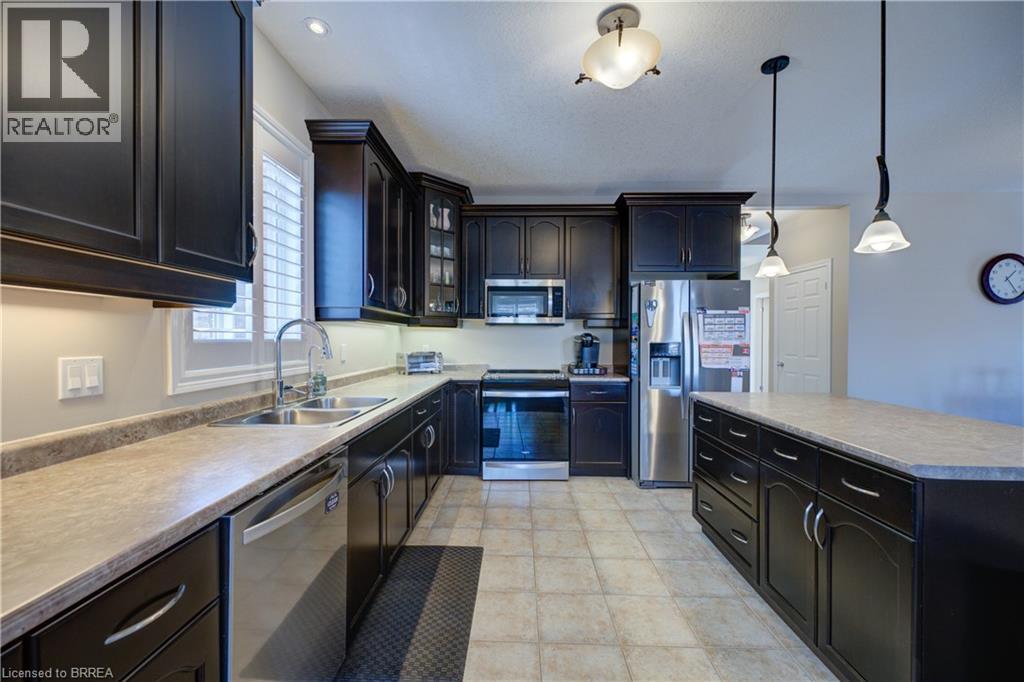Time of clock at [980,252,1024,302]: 1:23
